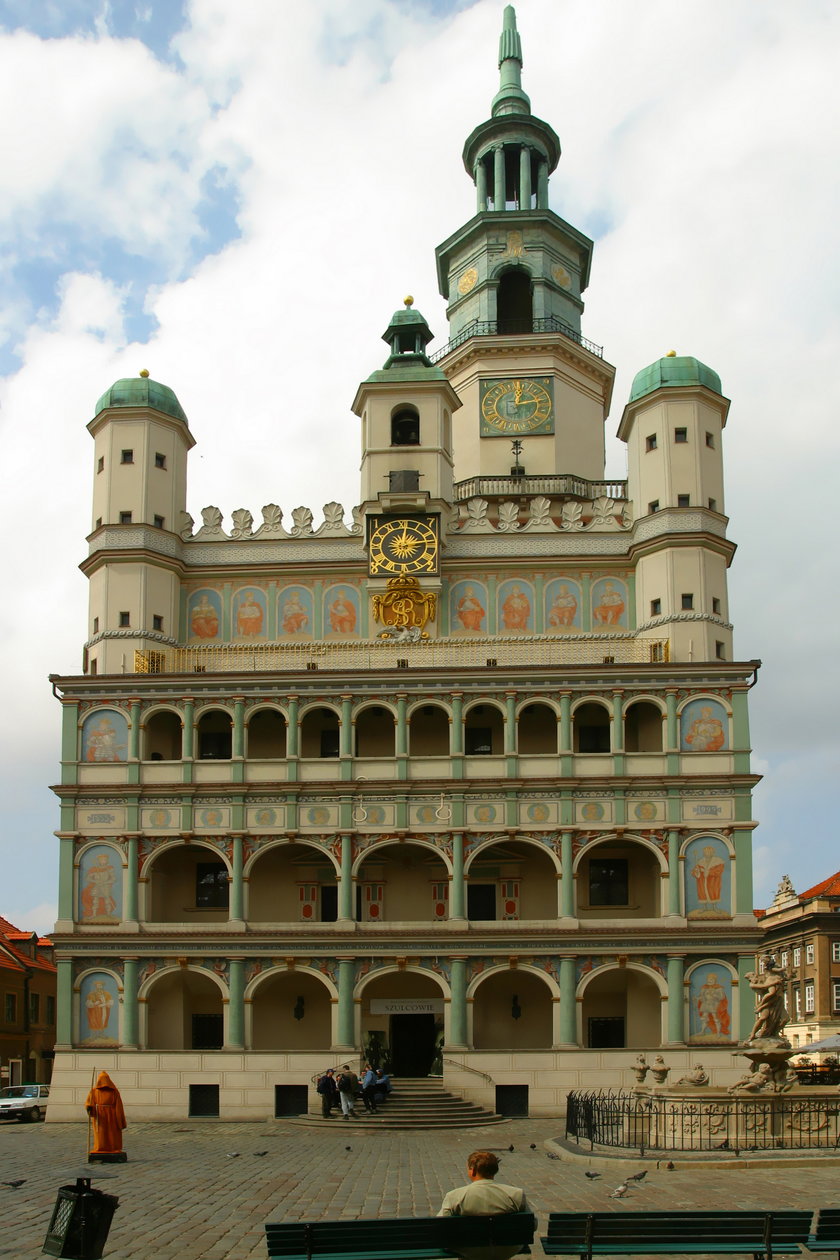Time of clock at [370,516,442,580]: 12:13
